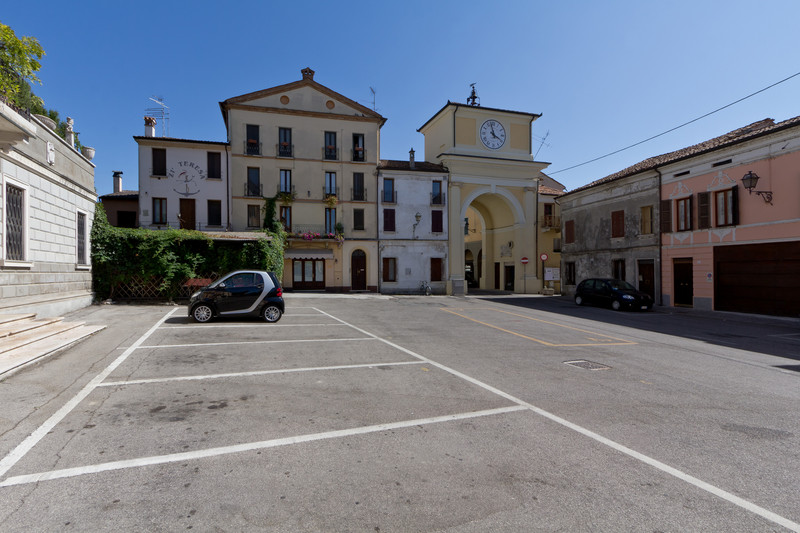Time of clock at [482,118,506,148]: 3:57
